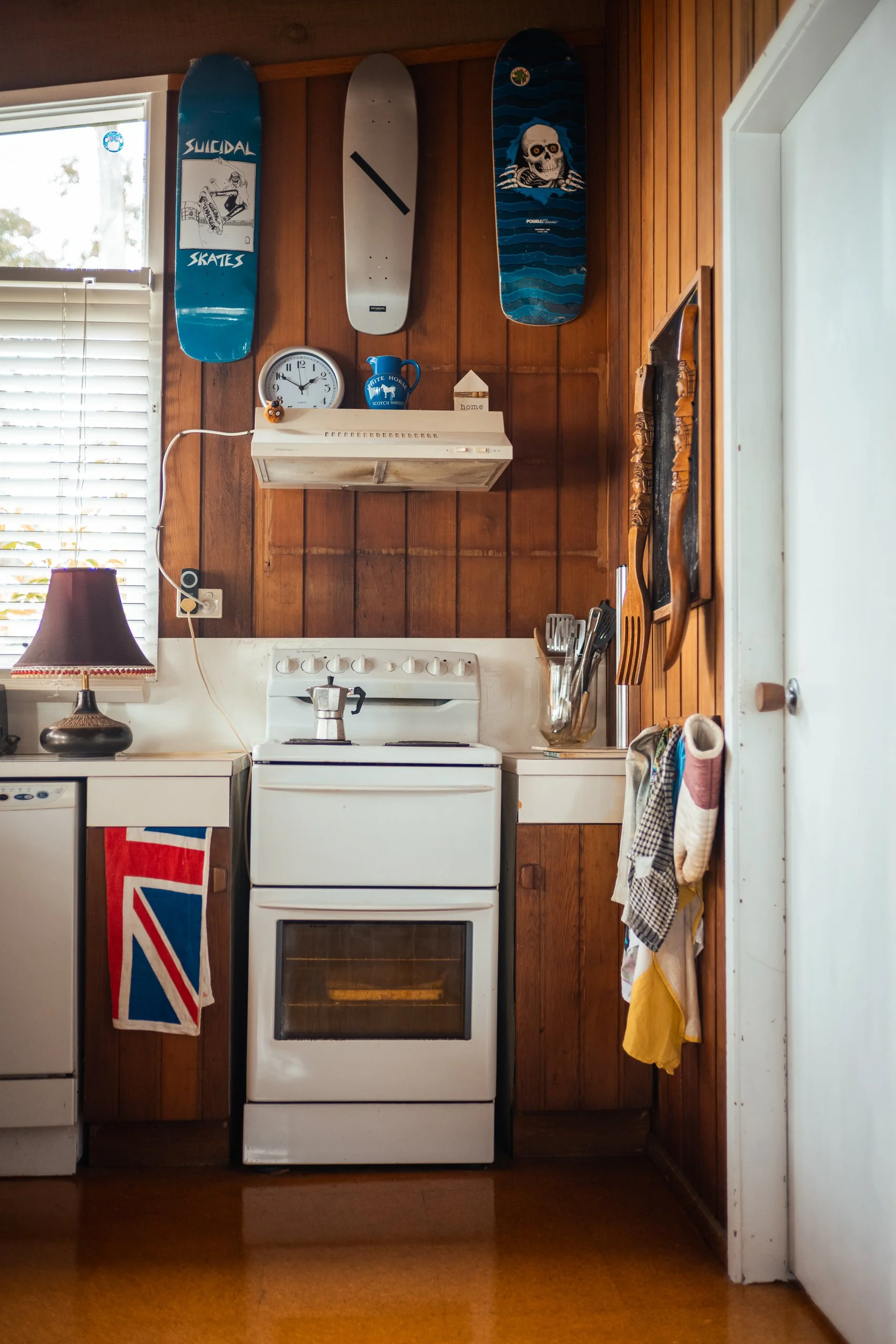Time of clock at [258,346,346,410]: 1:50
